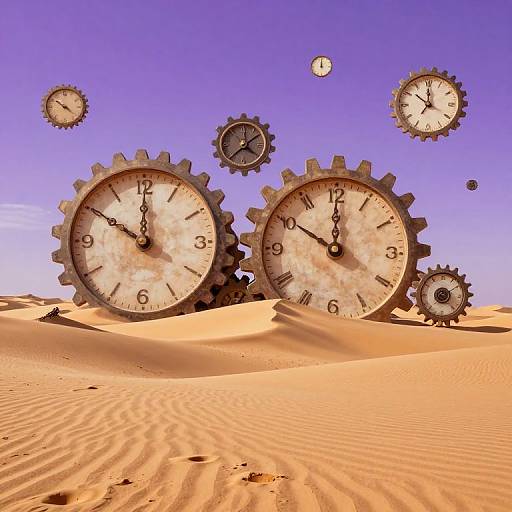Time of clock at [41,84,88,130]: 10:22
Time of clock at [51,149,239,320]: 10:00
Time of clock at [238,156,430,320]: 10:00
